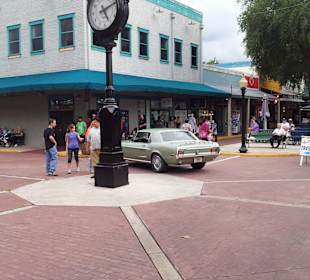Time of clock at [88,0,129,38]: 5:11
